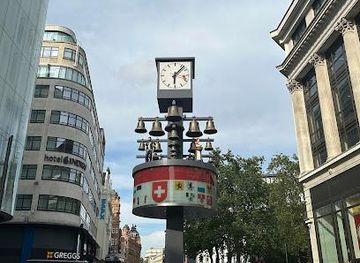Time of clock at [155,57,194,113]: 6:07
